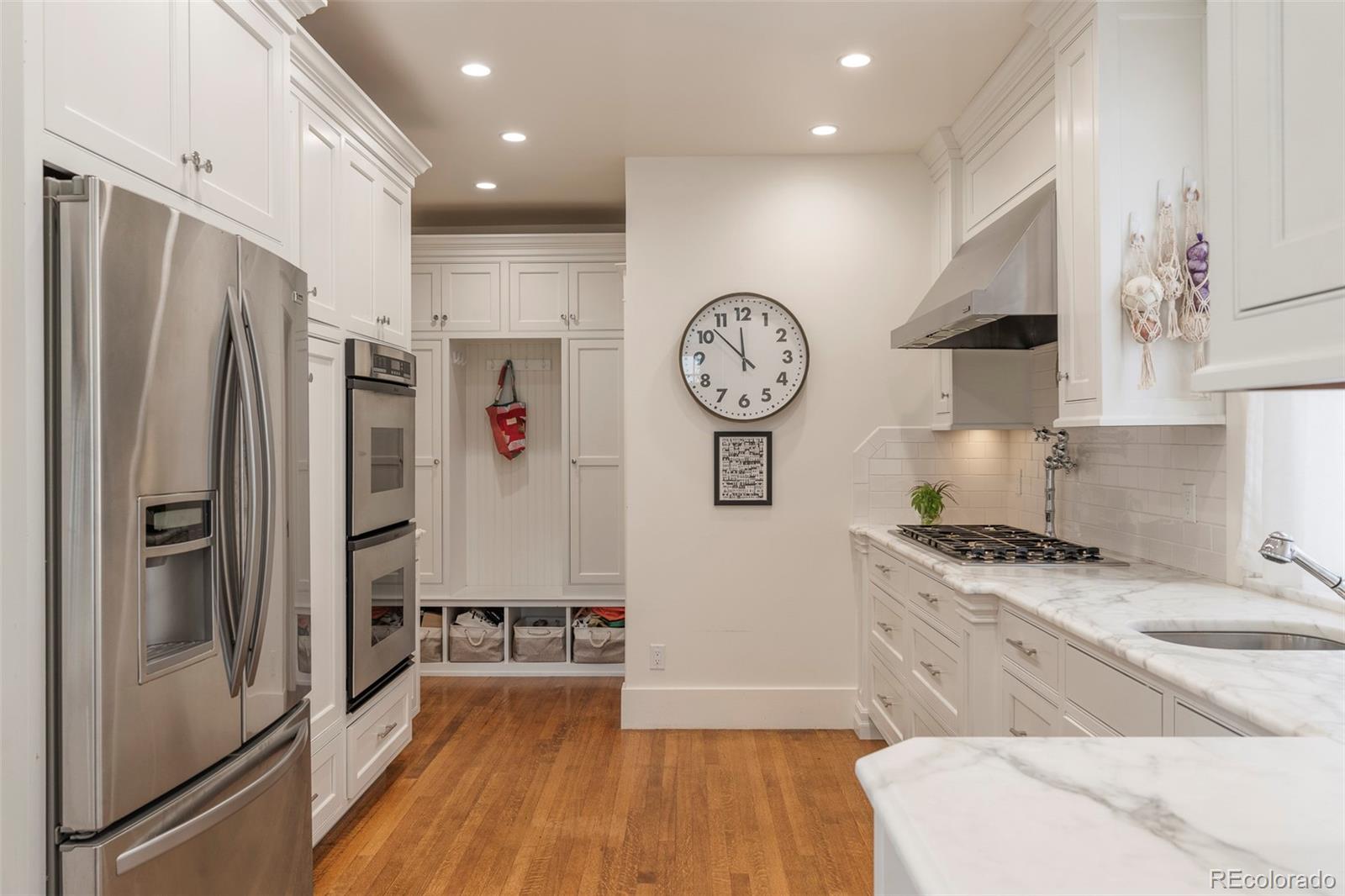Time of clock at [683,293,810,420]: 11:52
